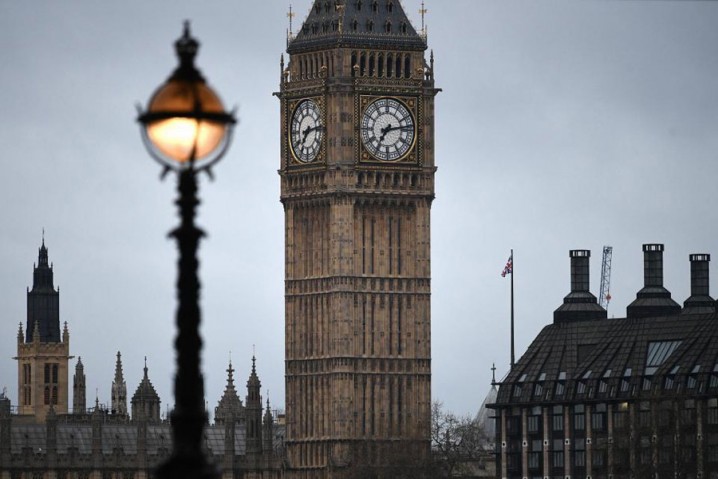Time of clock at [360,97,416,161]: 7:13
